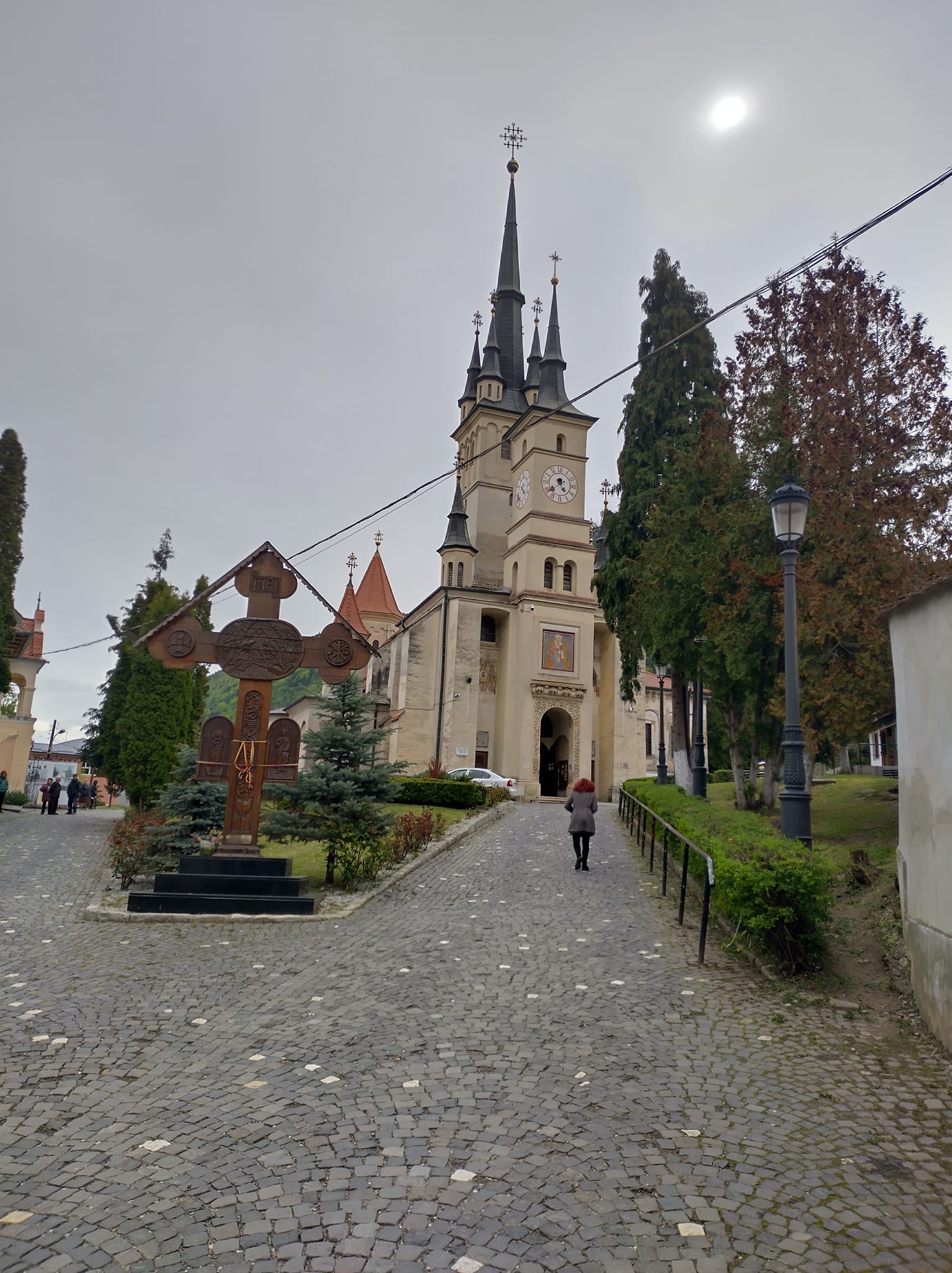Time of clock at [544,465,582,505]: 4:38
